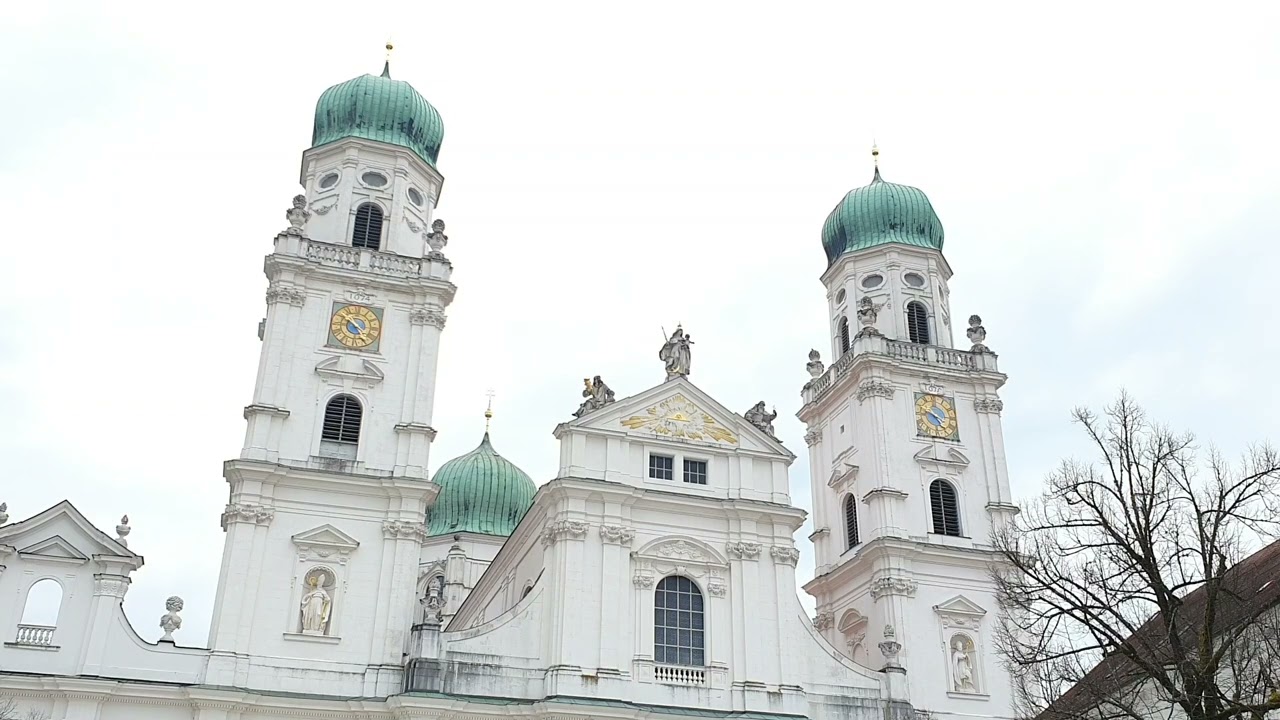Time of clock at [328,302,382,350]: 4:50
